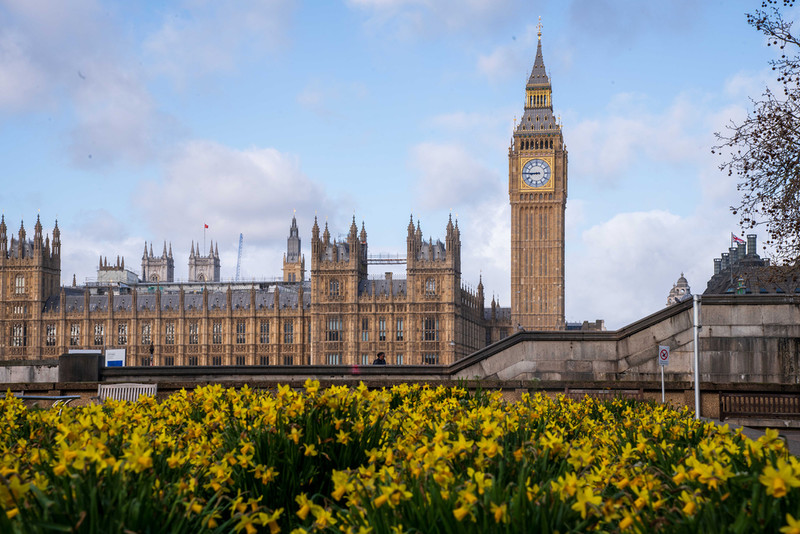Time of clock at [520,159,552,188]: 8:45
